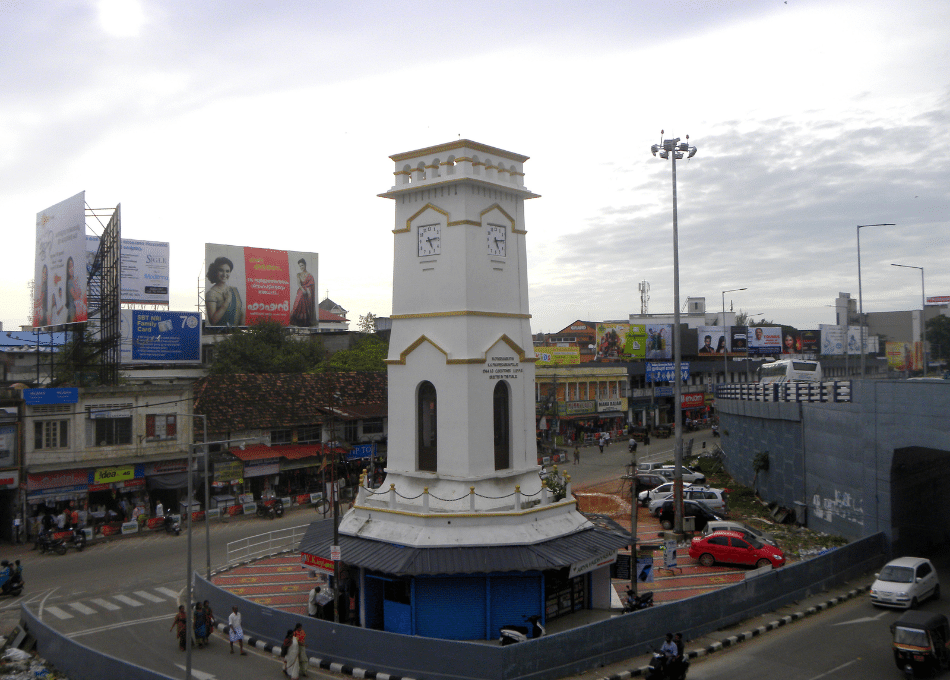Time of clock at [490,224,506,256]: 5:14
